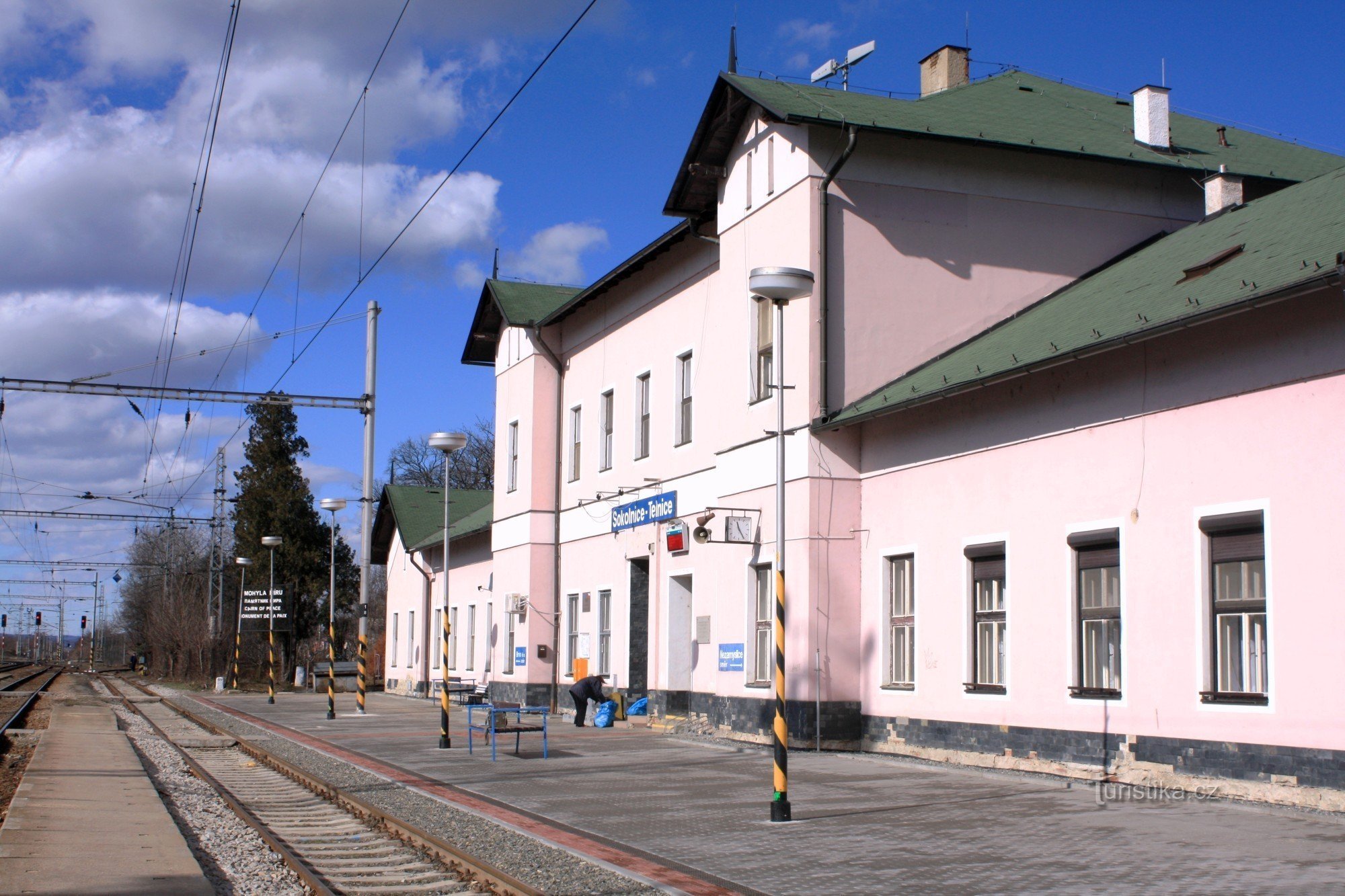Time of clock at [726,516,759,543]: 11:24
